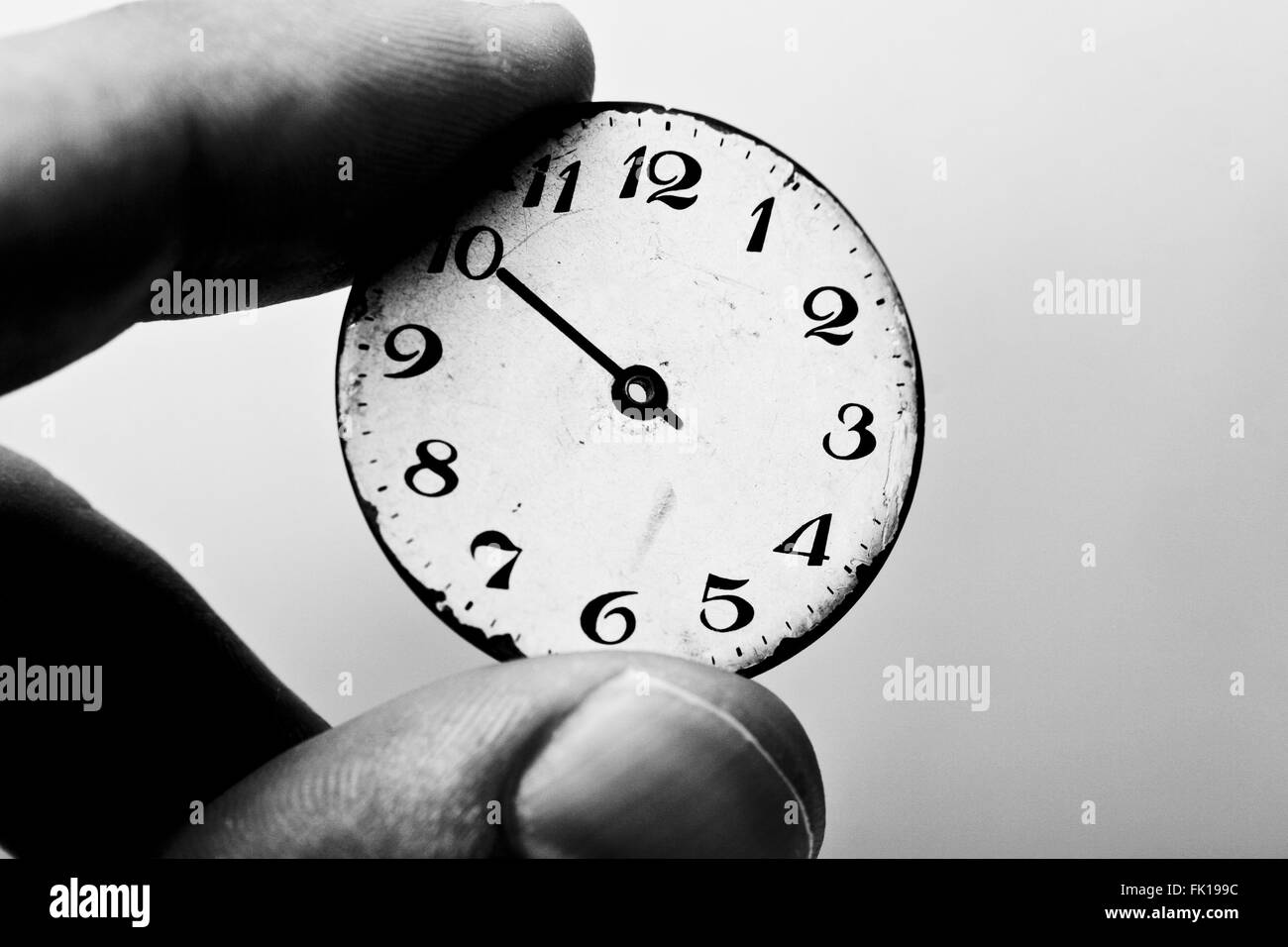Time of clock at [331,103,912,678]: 9:50
